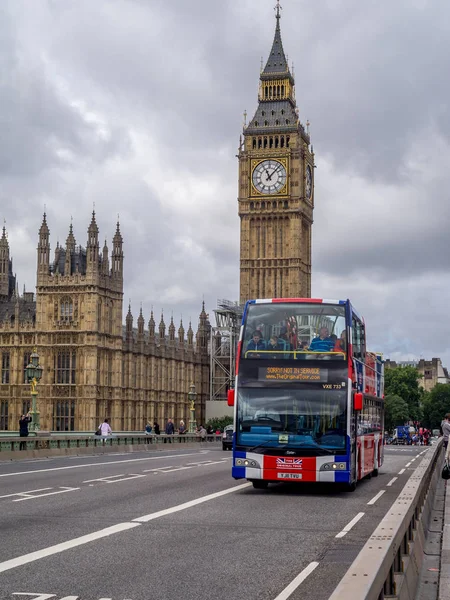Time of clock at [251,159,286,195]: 11:07
